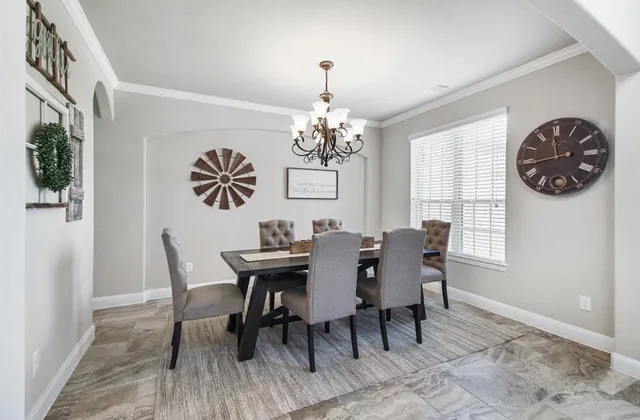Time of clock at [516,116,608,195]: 11:43
